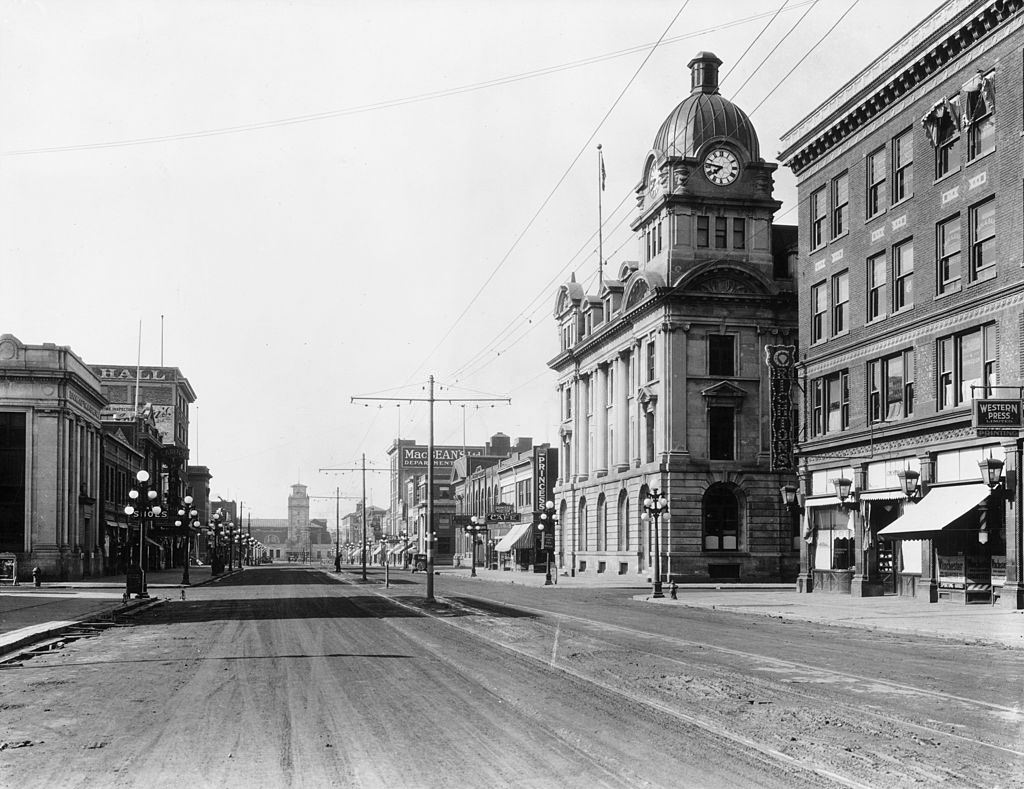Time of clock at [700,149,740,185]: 7:46
